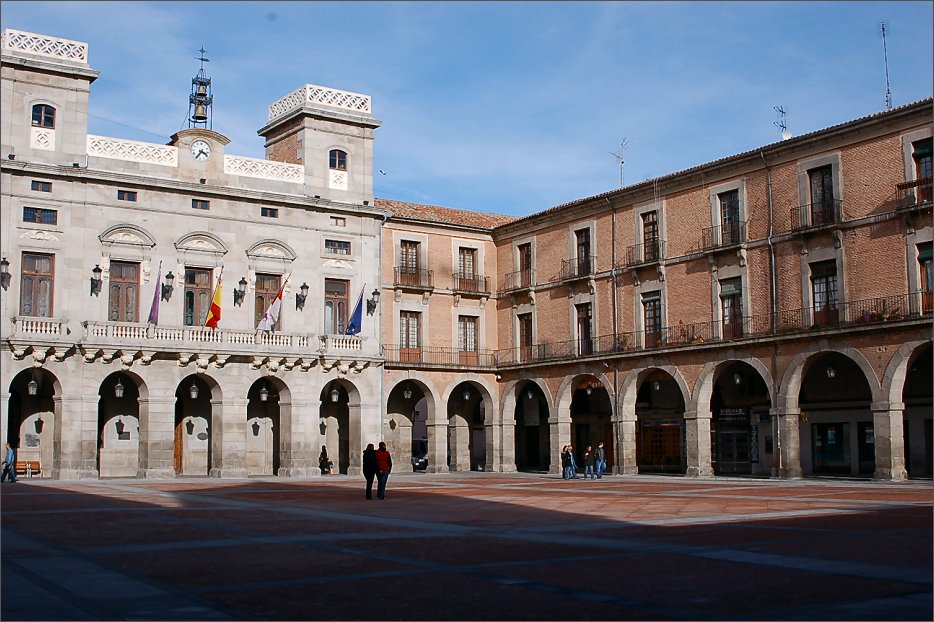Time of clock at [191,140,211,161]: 3:35
